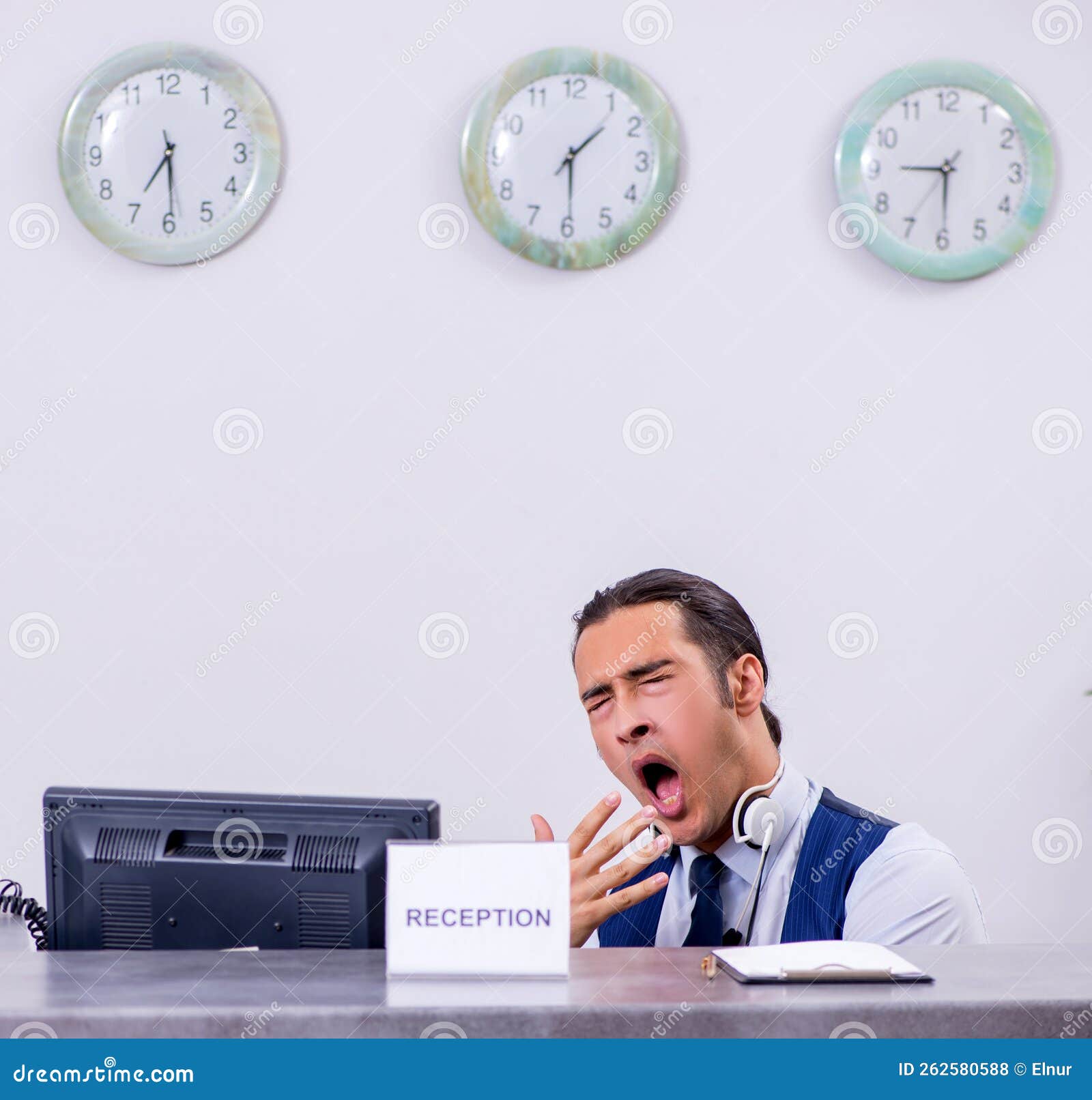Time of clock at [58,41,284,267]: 6:29
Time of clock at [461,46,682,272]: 1:29
